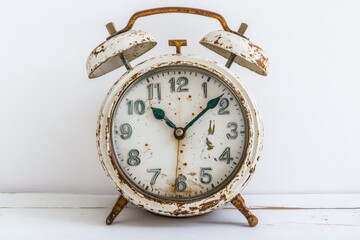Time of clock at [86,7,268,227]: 10:07
